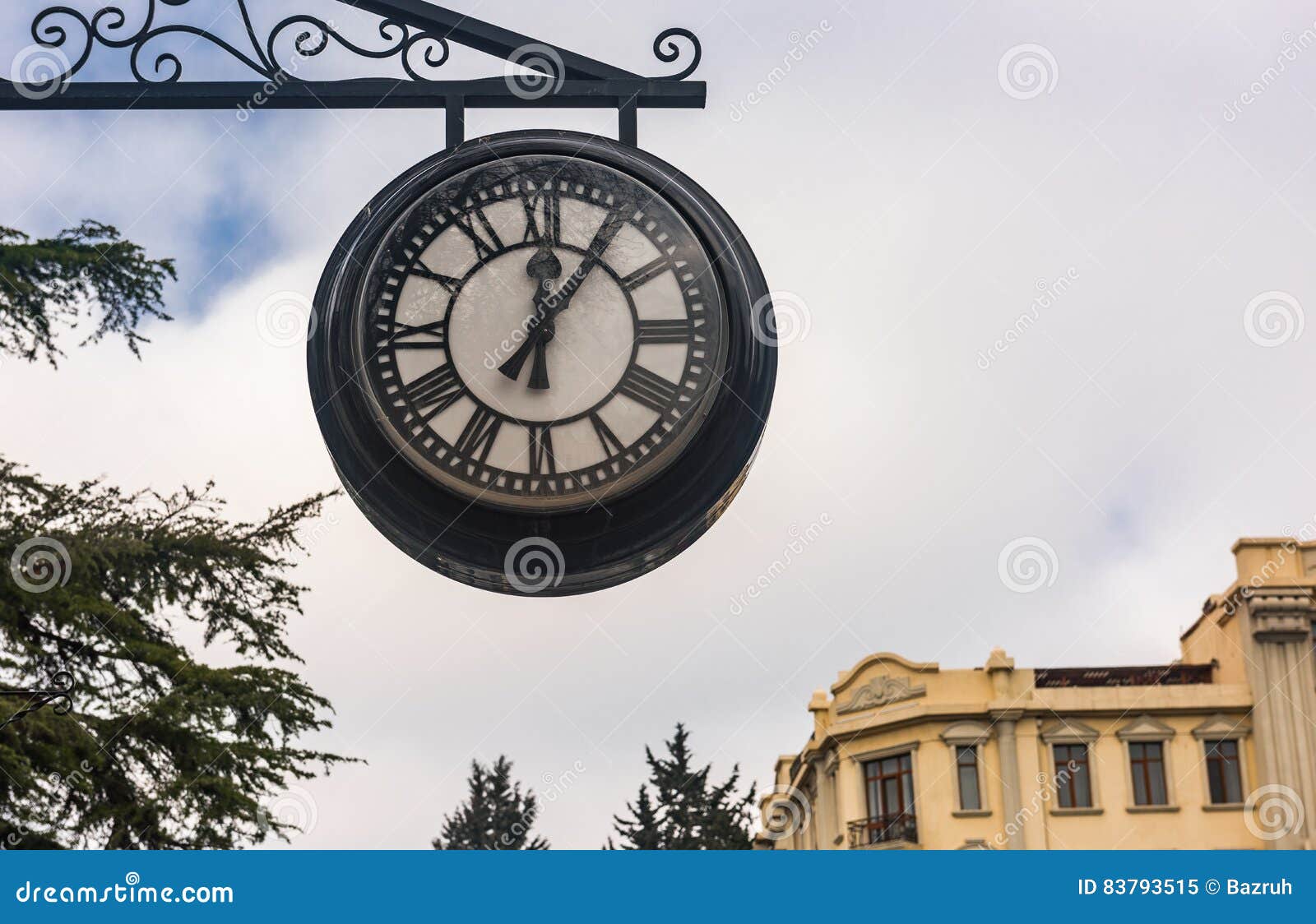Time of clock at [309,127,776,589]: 12:05
